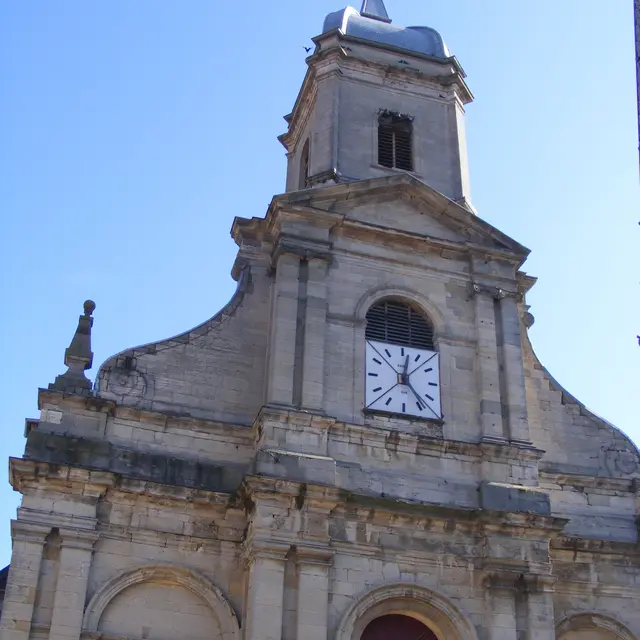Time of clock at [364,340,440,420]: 12:23
